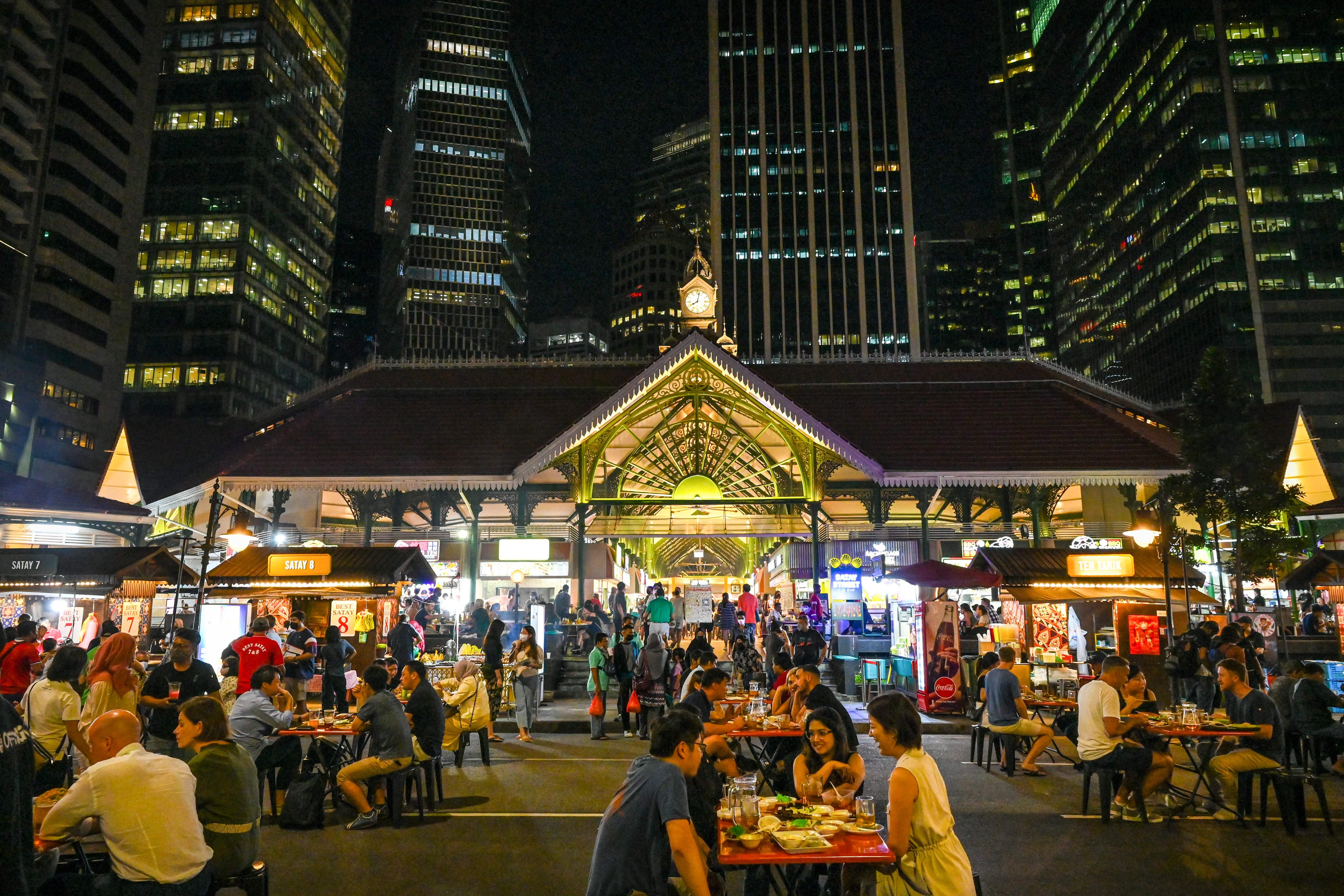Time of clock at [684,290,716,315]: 8:02
